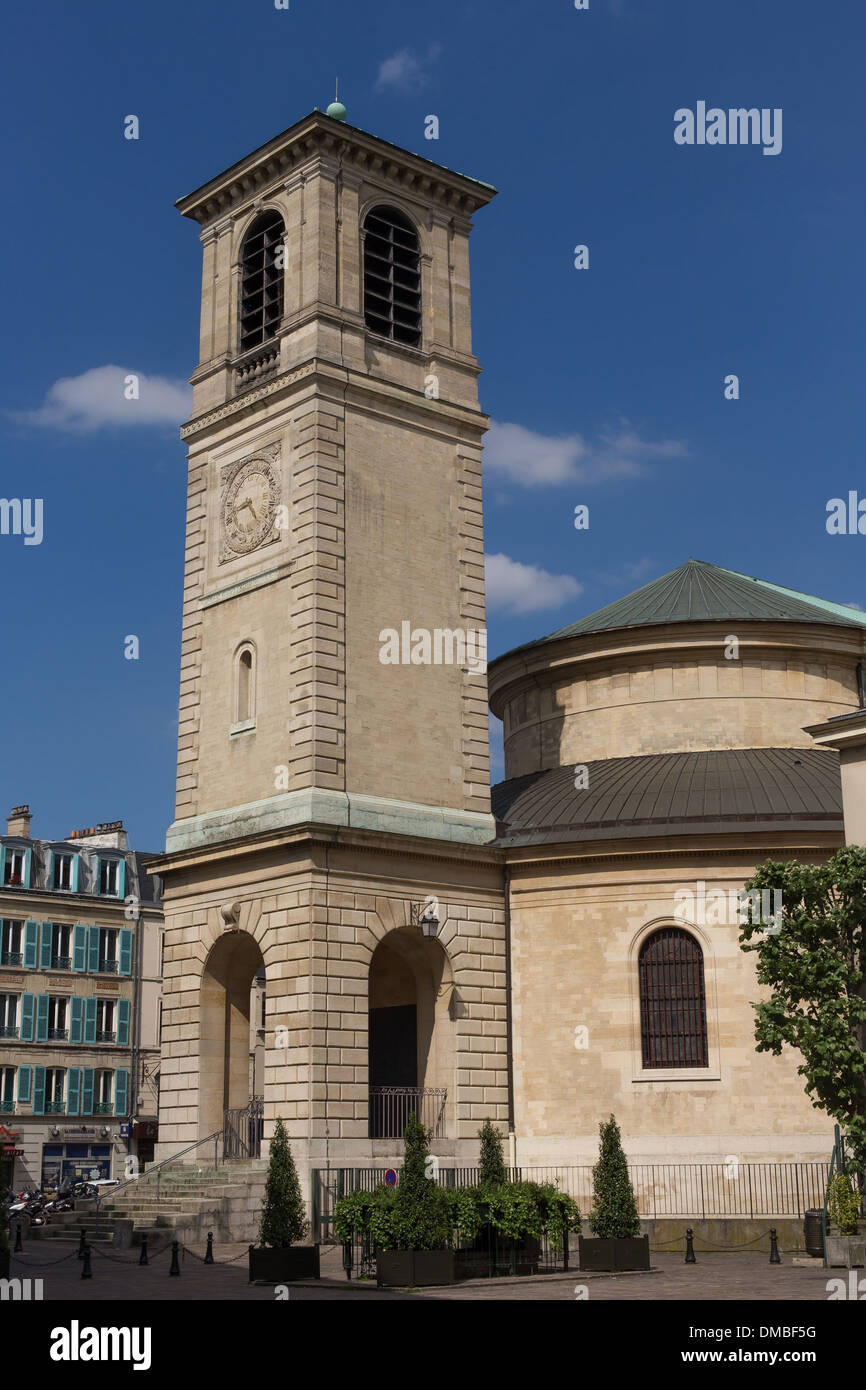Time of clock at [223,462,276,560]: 4:42
